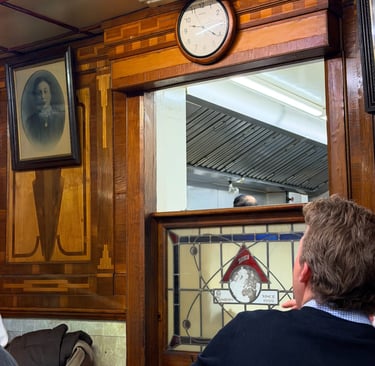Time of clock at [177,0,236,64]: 9:21
